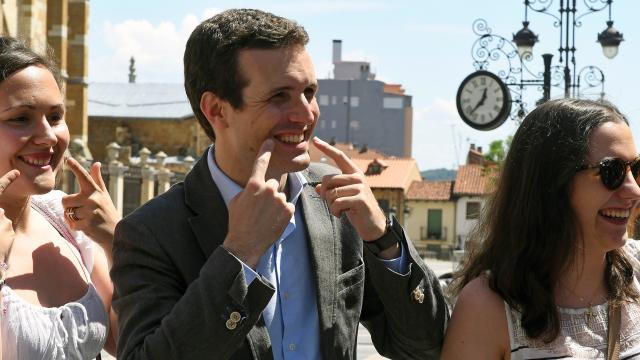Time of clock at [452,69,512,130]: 12:37
